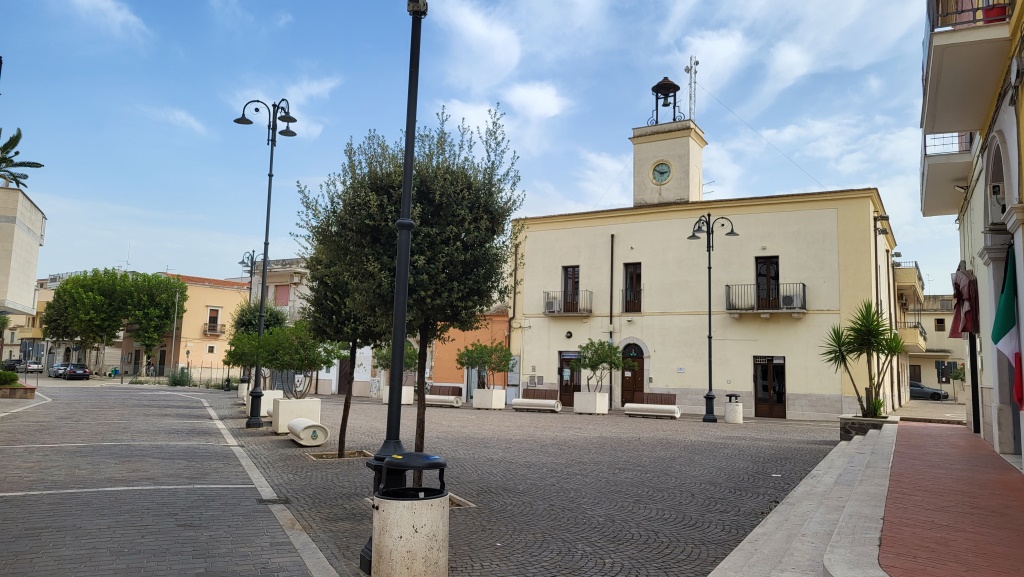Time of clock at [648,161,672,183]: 2:49
